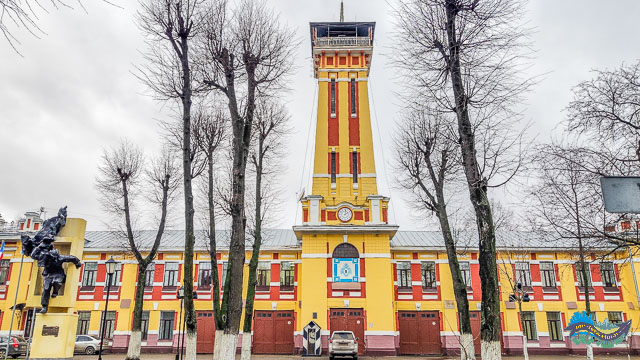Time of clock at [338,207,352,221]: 2:01
